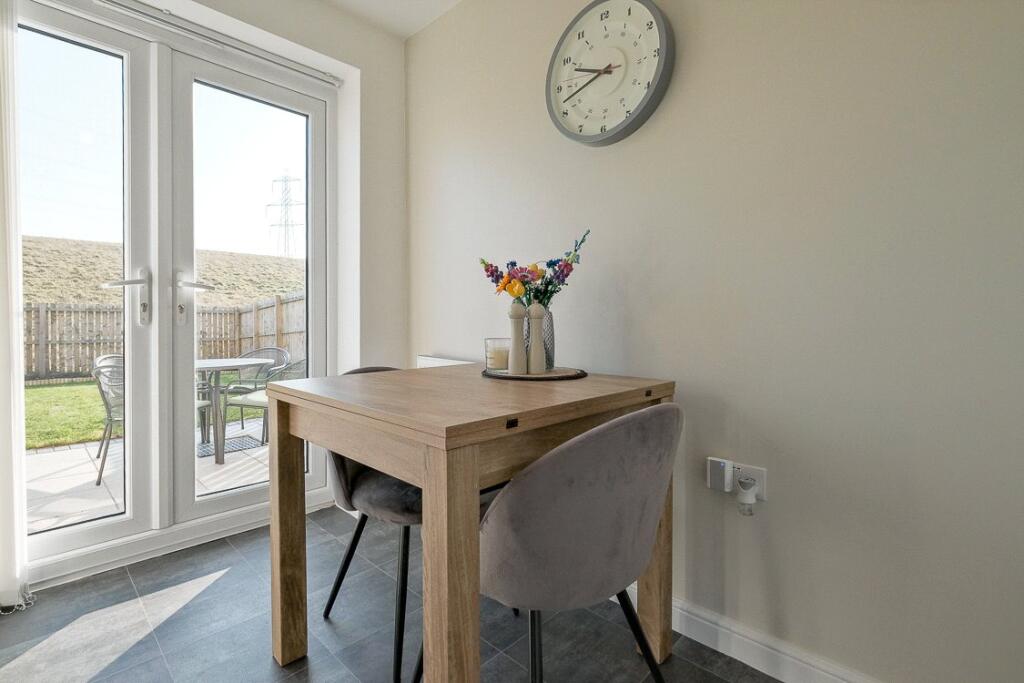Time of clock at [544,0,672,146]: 9:42
